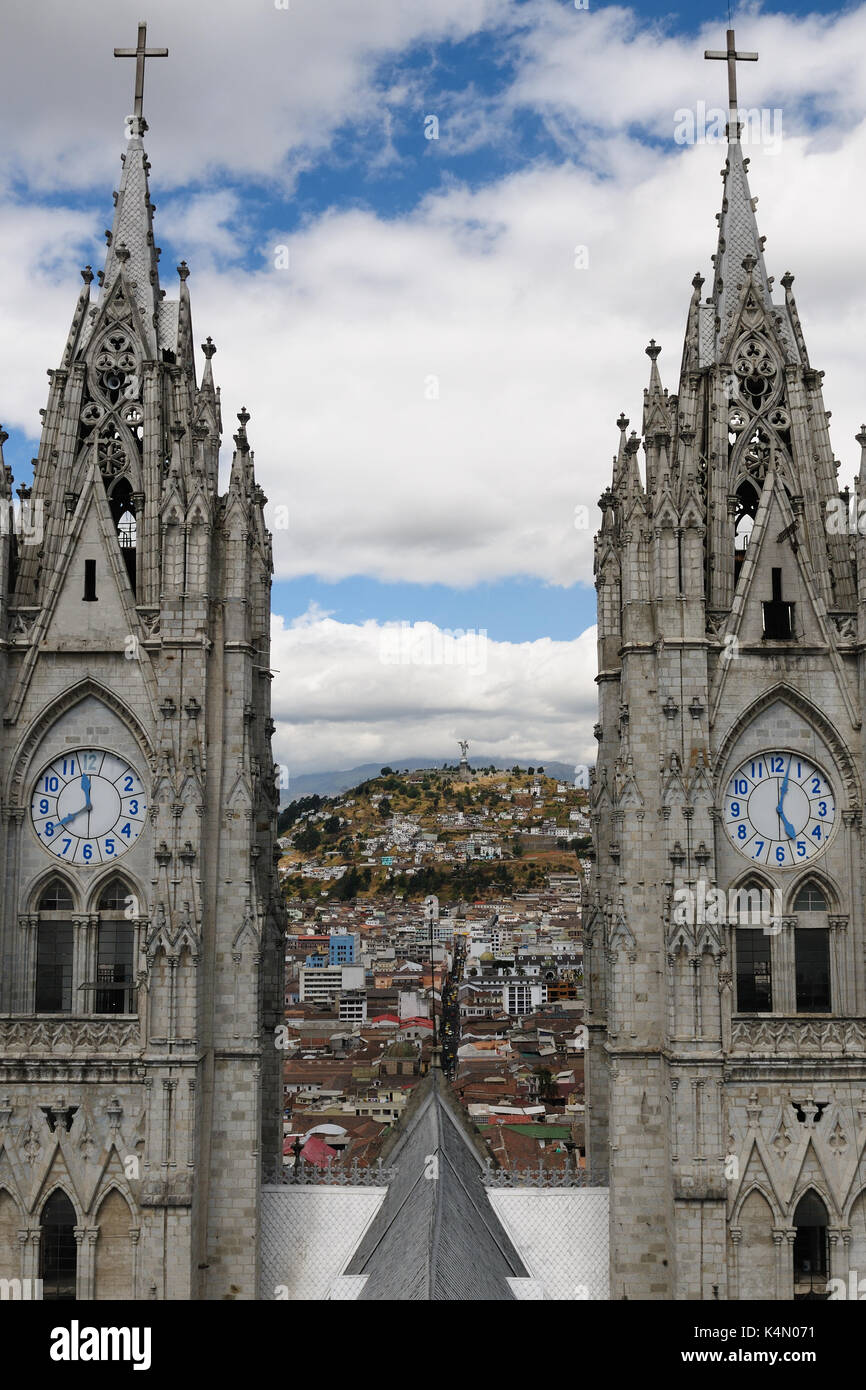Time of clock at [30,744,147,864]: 11:40
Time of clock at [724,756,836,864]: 5:02
